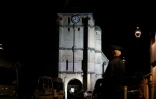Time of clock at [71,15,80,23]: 11:42
